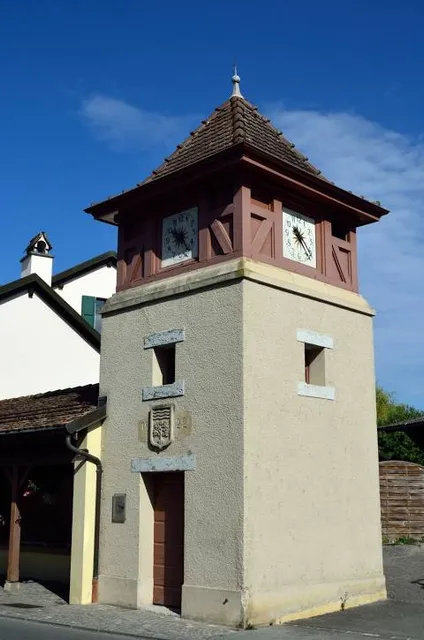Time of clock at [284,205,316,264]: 10:22
